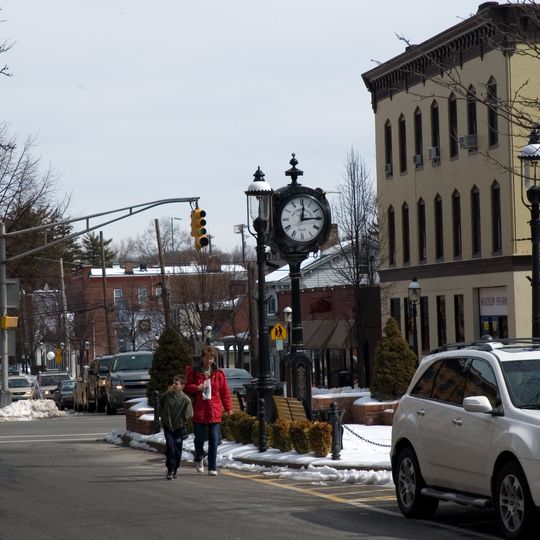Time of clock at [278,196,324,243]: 12:14
